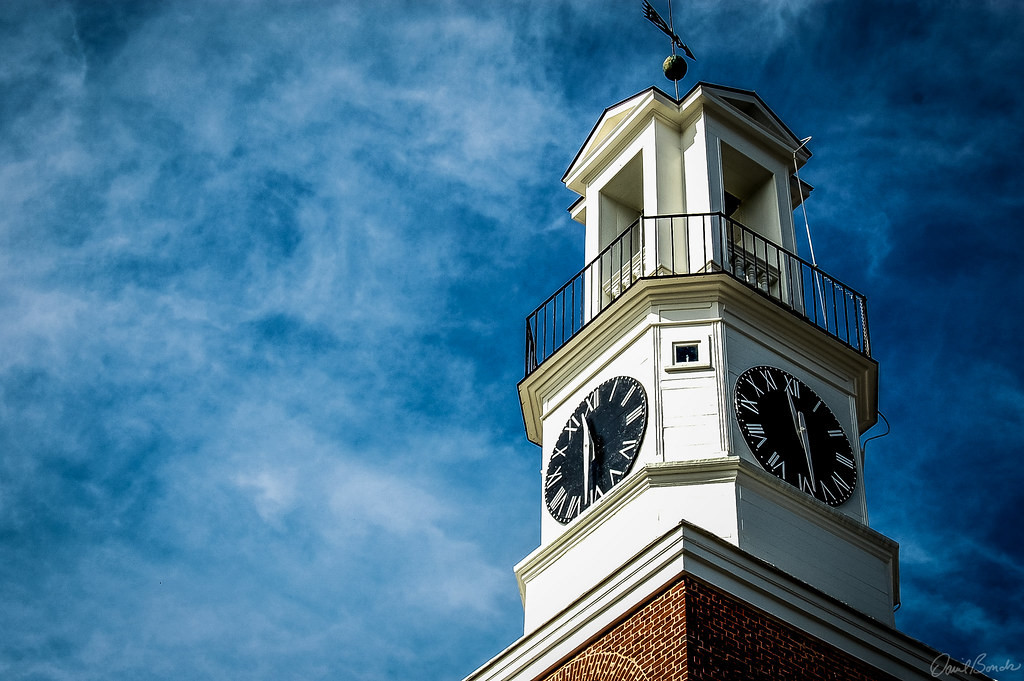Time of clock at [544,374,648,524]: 11:28
